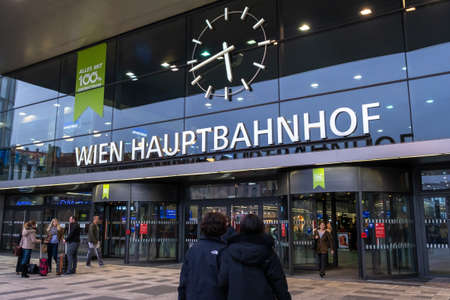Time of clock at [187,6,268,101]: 5:42
